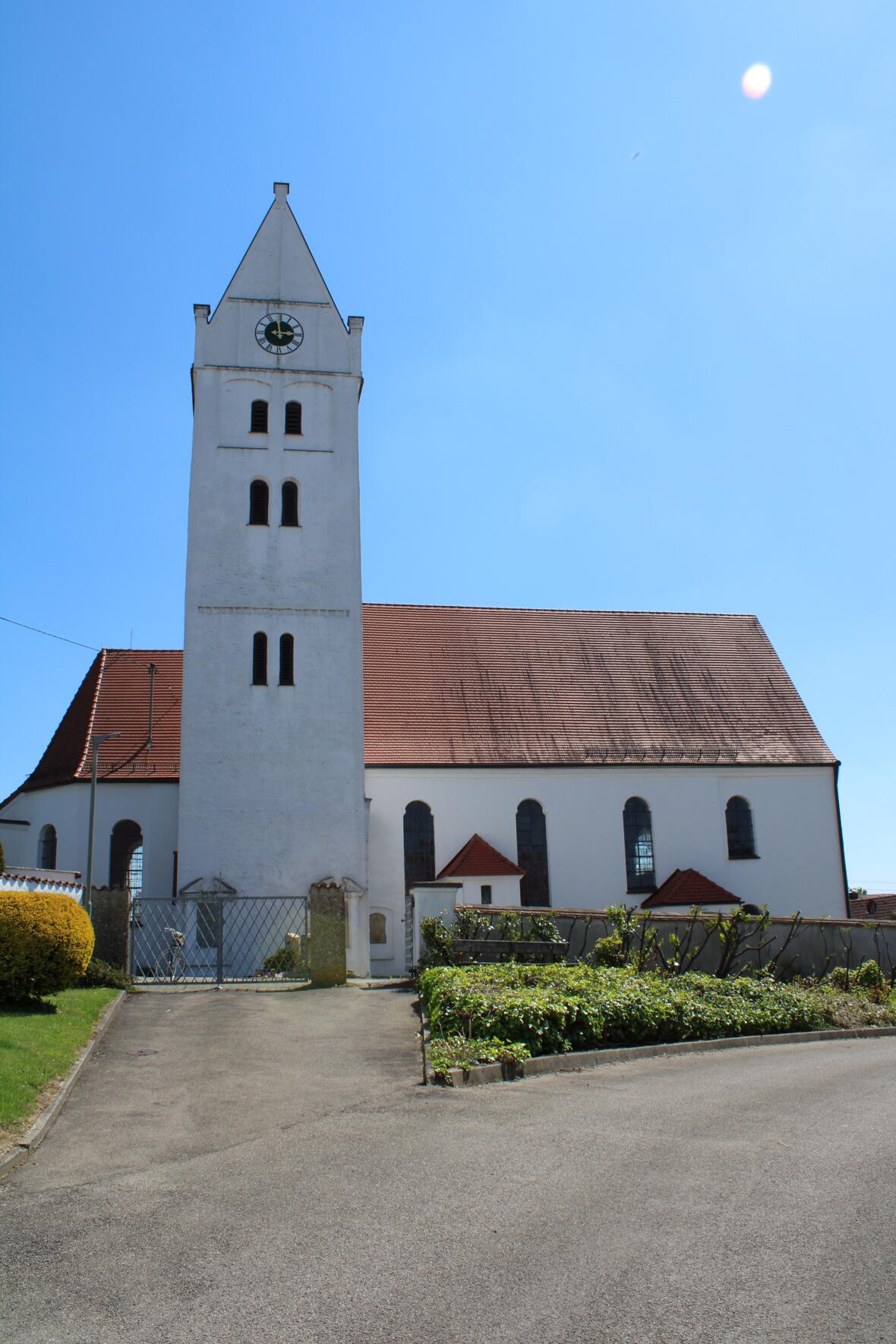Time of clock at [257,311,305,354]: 2:58
